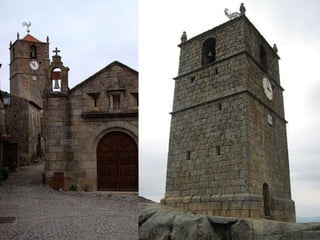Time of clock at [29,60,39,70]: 11:52
